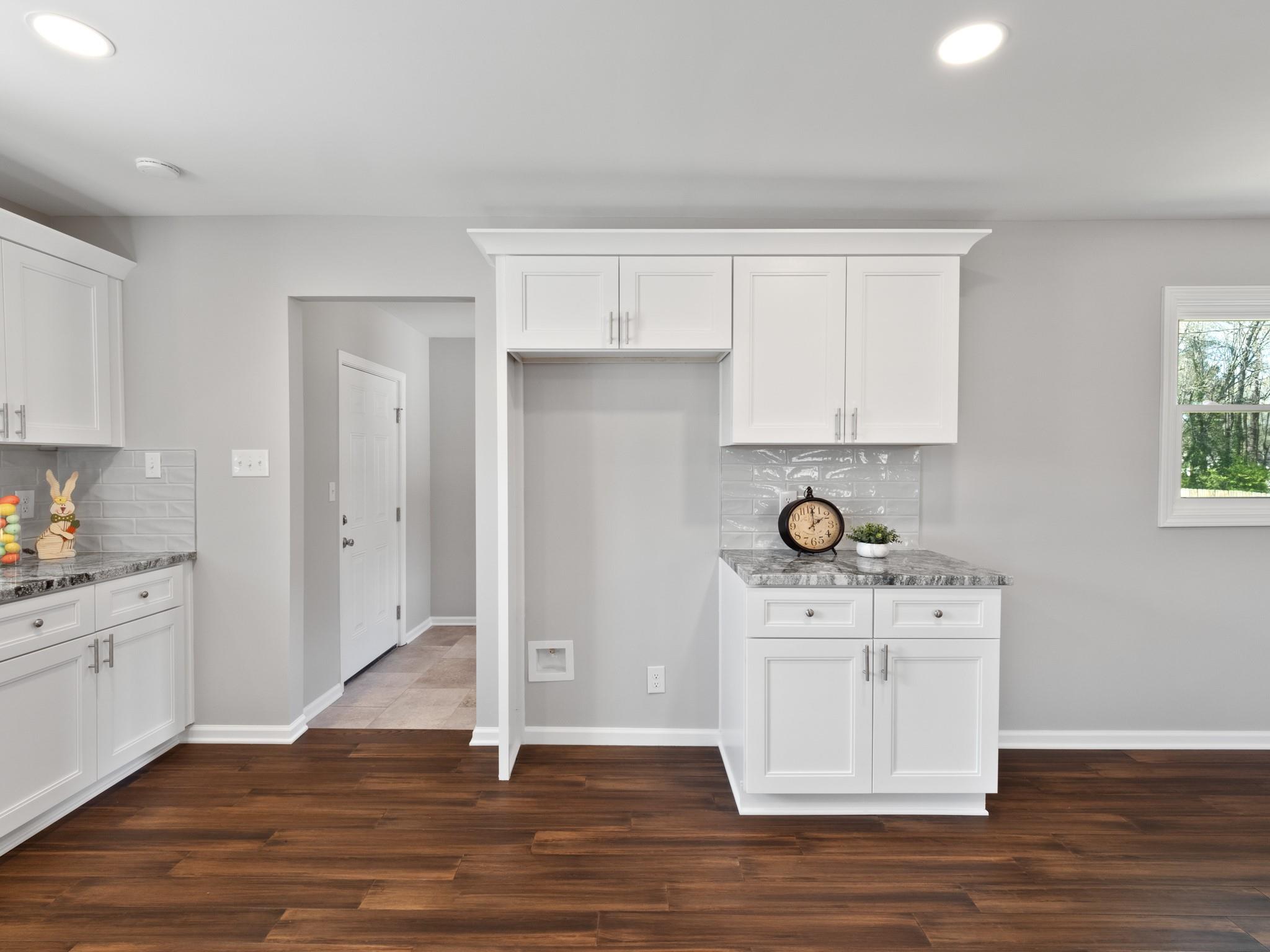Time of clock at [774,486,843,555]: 2:00
